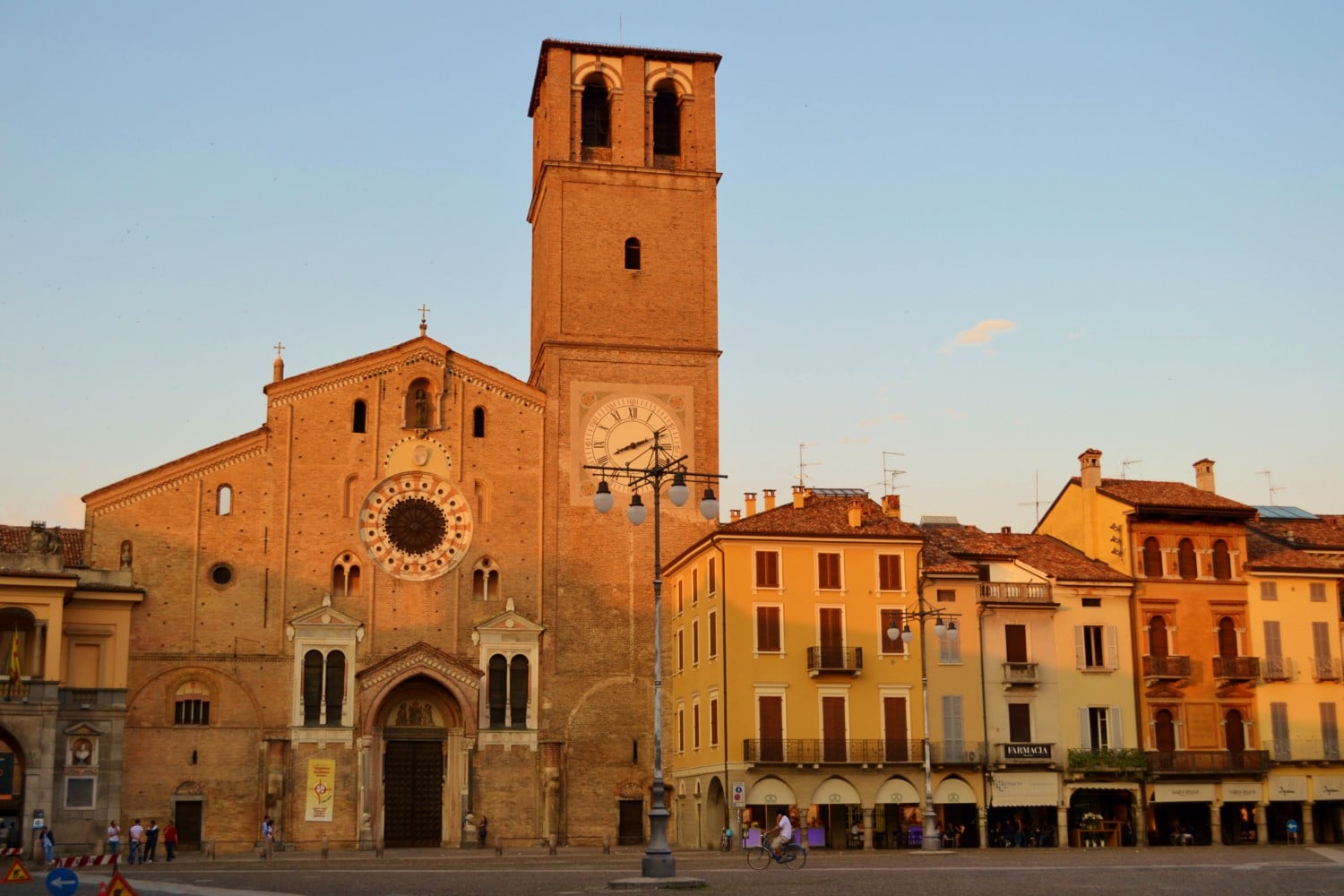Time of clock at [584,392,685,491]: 8:11
